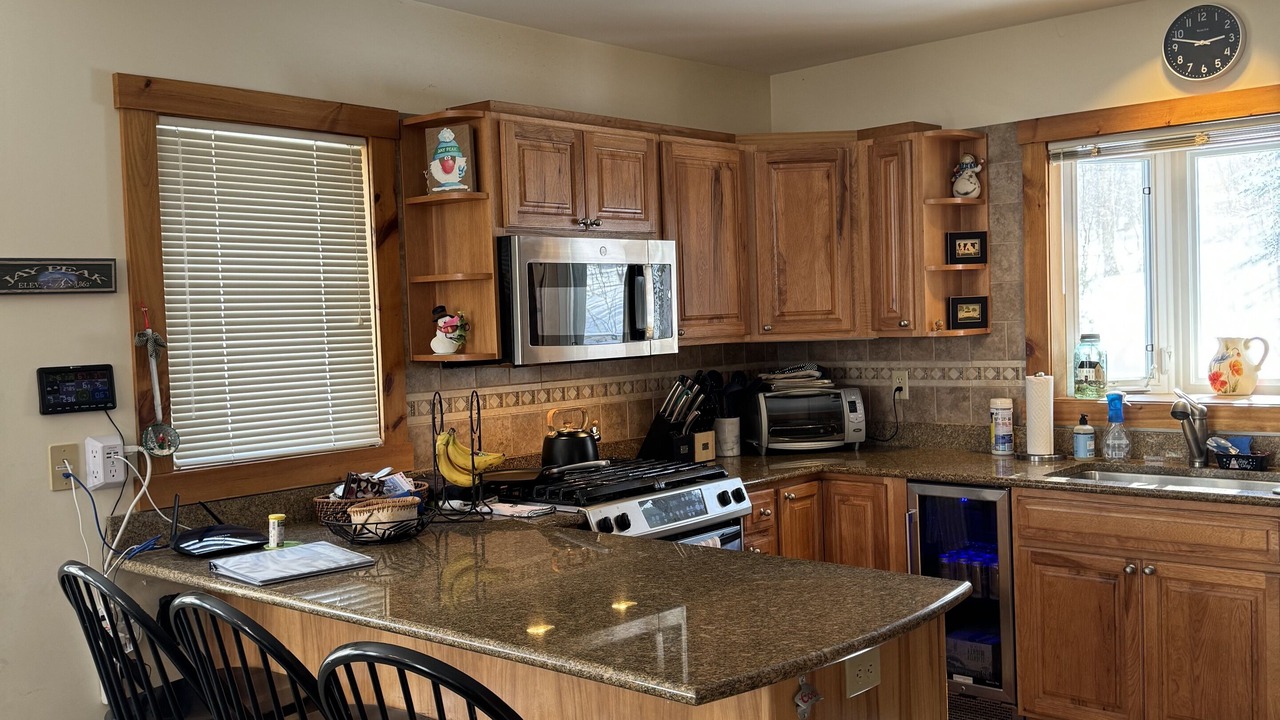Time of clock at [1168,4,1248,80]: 2:47
